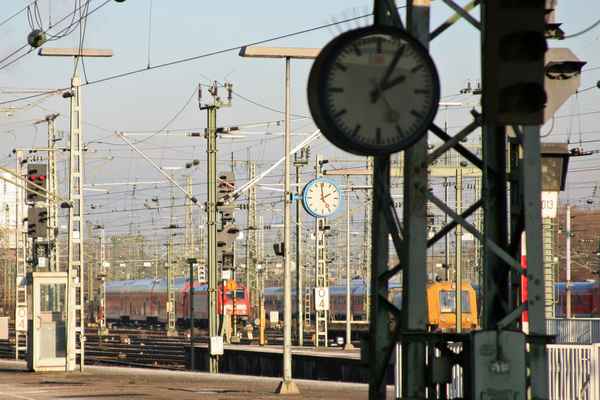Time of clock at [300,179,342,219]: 1:59
